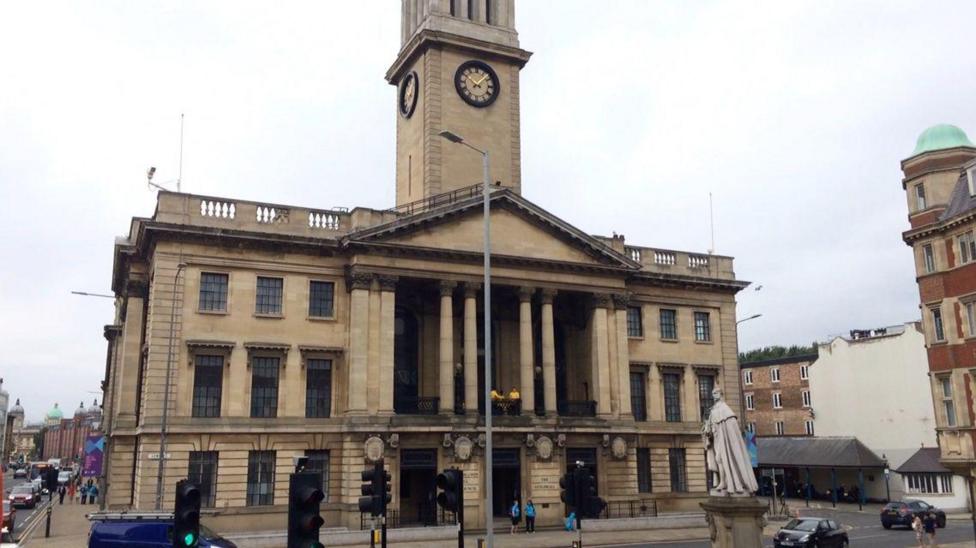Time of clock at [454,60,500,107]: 10:07
